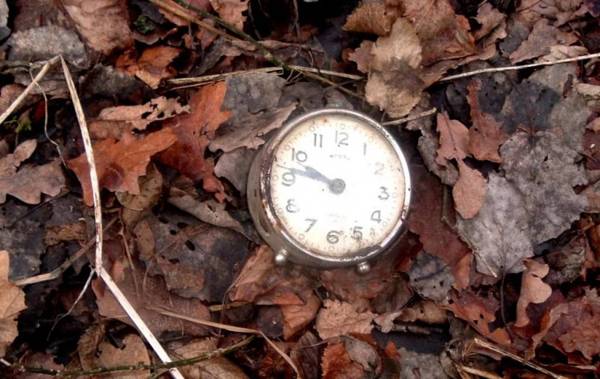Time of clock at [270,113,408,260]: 9:47
